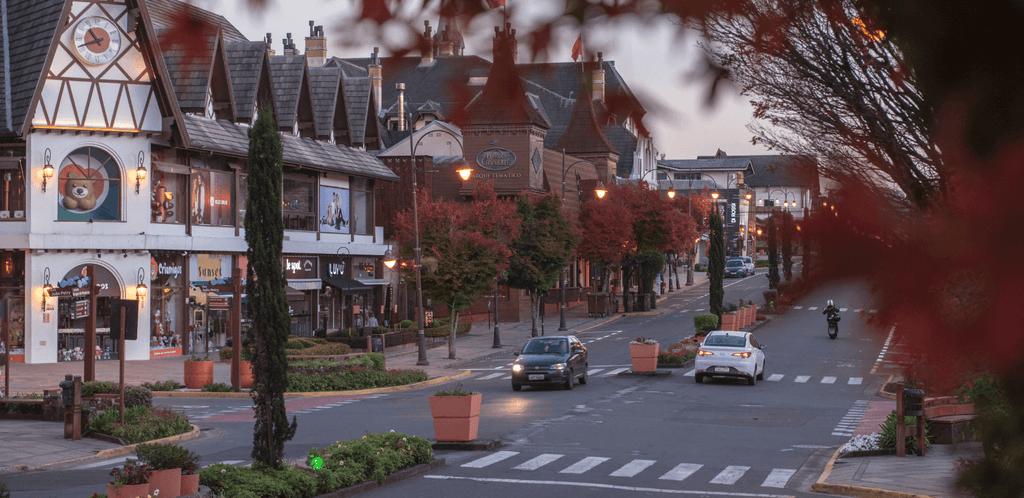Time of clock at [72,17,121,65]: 10:41
